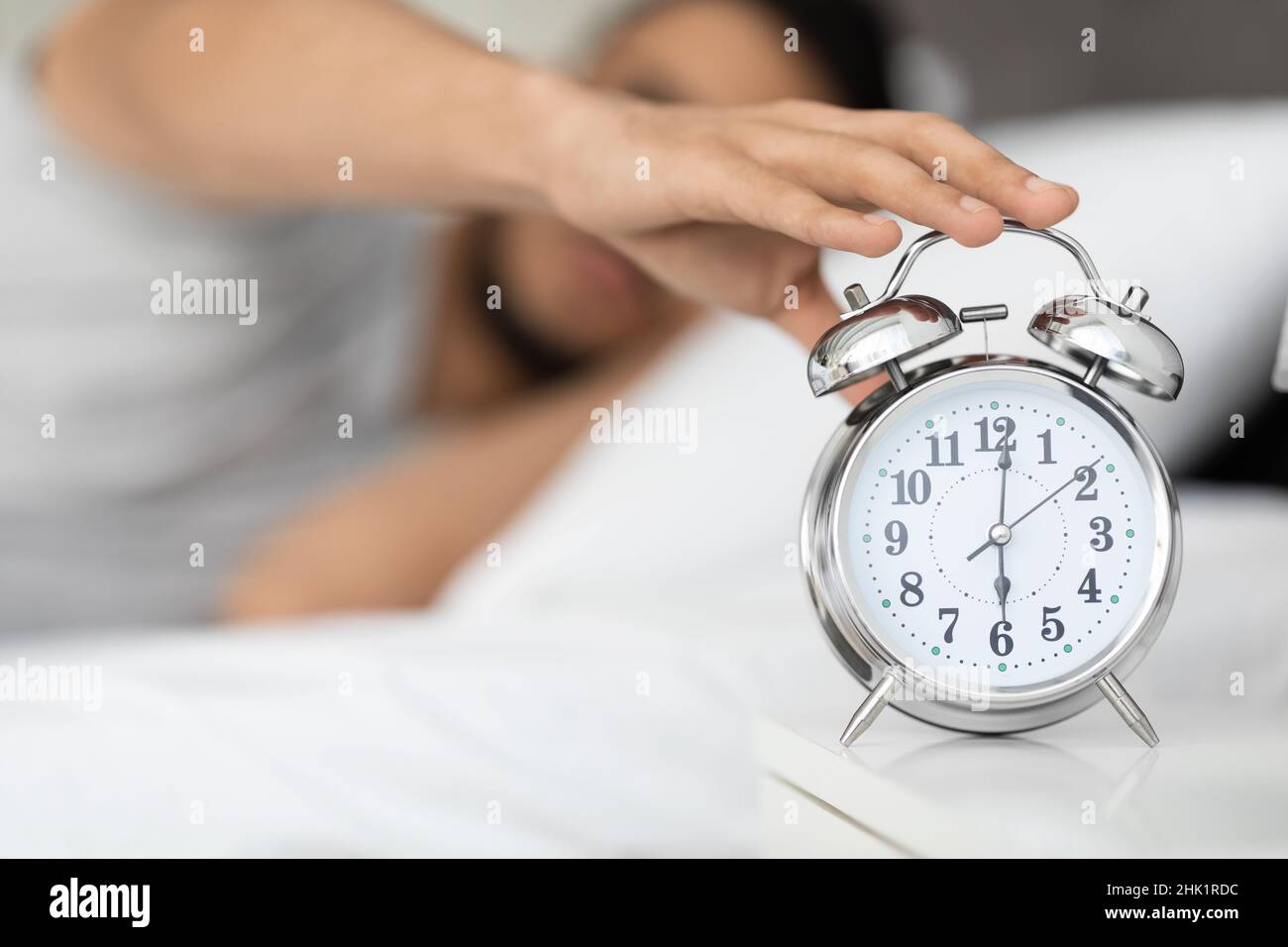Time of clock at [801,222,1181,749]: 6:01
